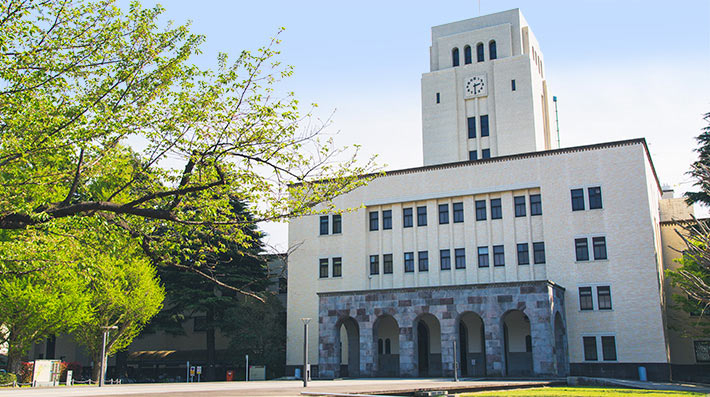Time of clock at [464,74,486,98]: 2:30
